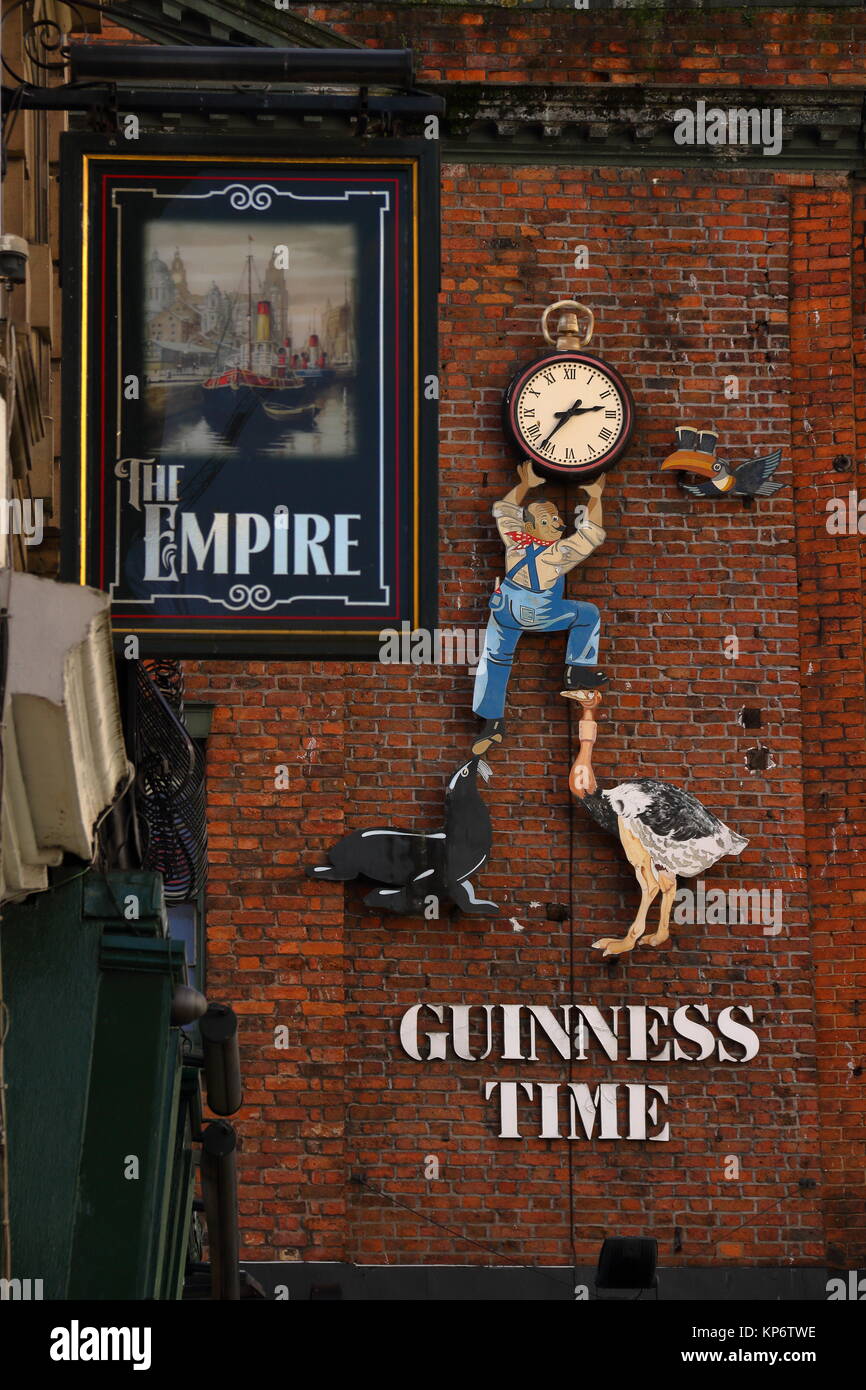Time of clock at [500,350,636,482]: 2:36
